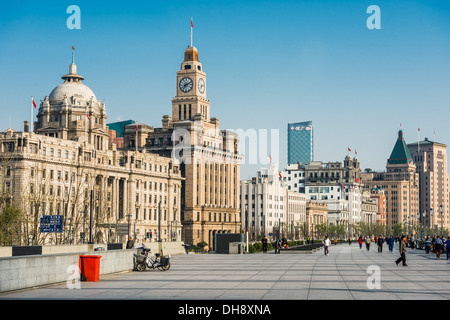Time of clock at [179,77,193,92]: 7:11
